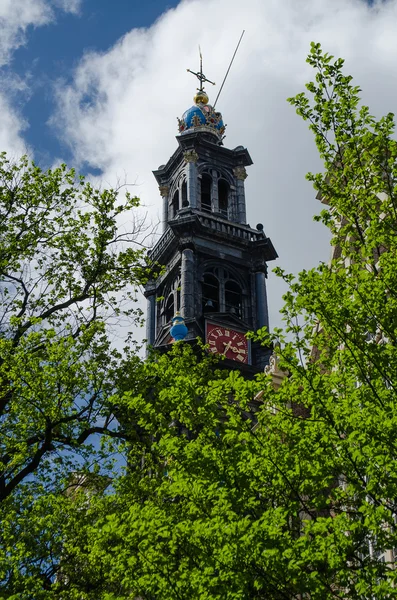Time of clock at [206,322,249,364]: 3:34
